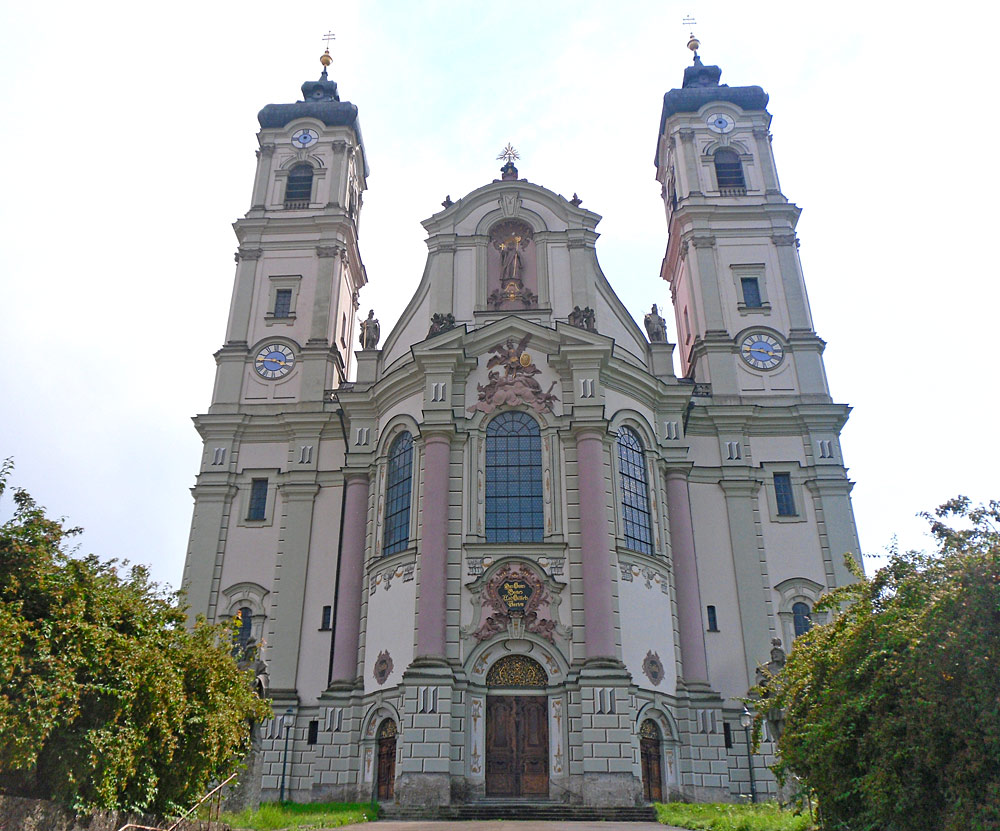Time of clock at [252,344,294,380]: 3:45
